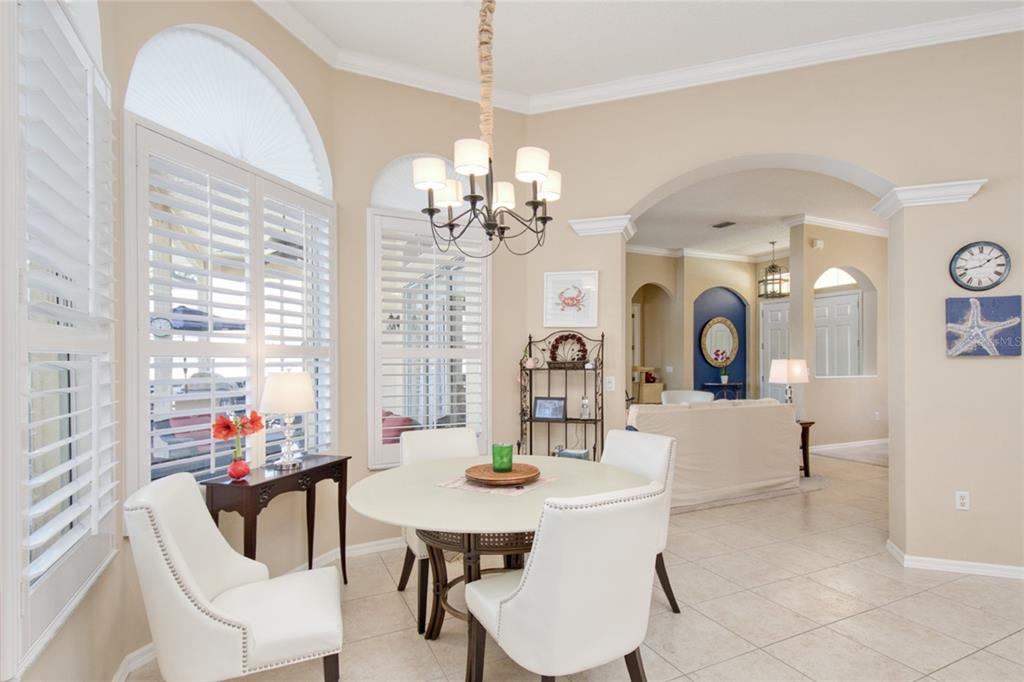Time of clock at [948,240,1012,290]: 1:42
